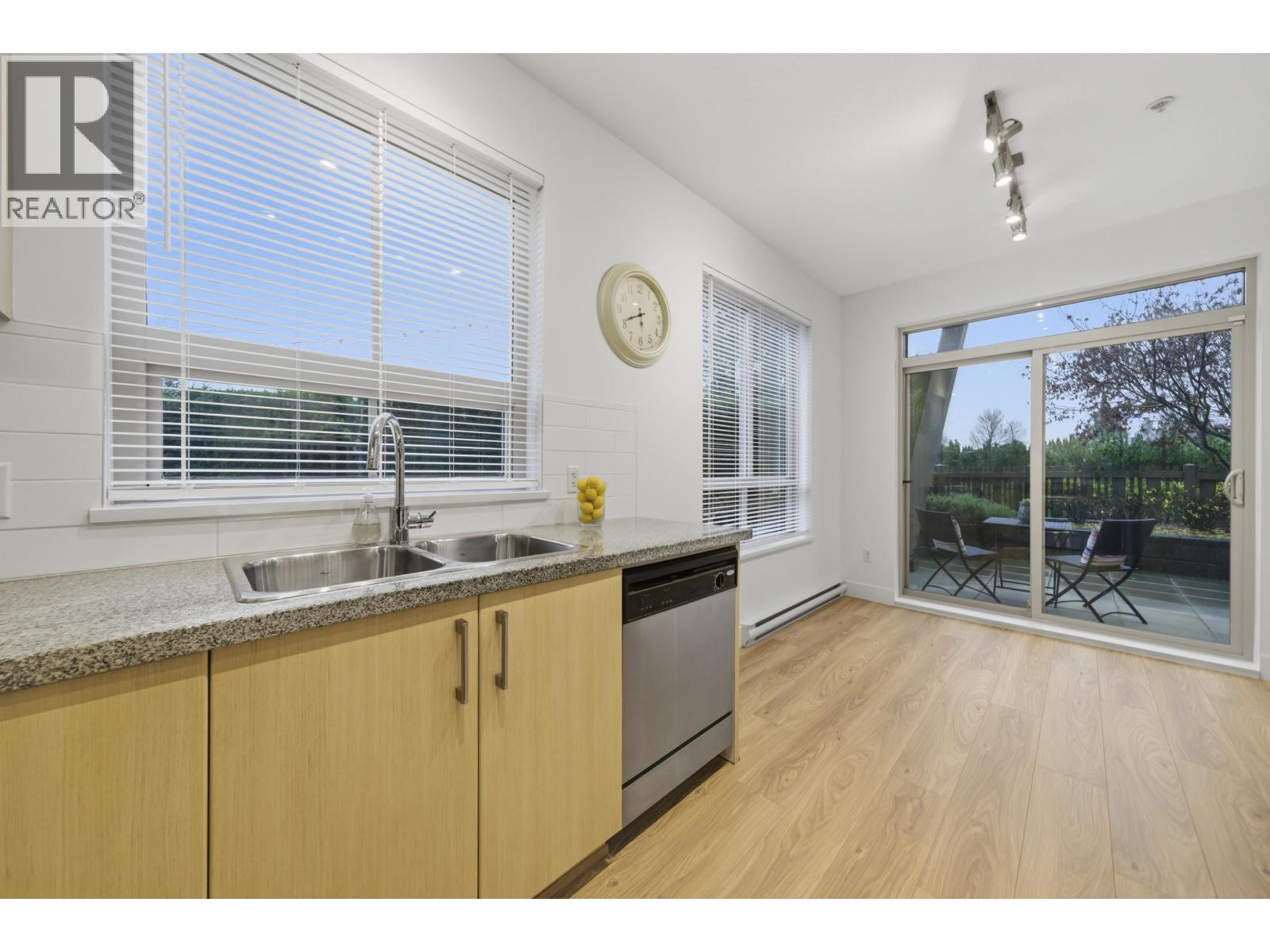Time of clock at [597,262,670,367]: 5:41
